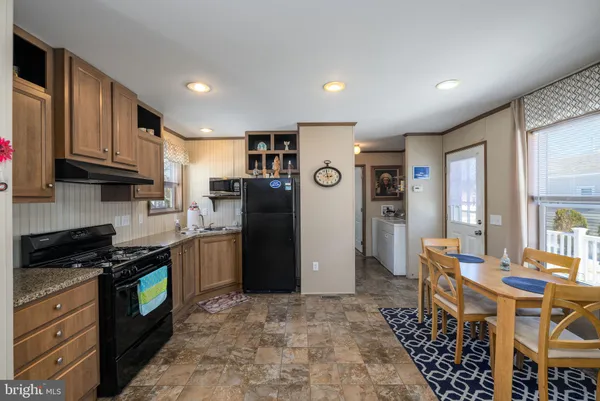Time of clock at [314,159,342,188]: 2:58
